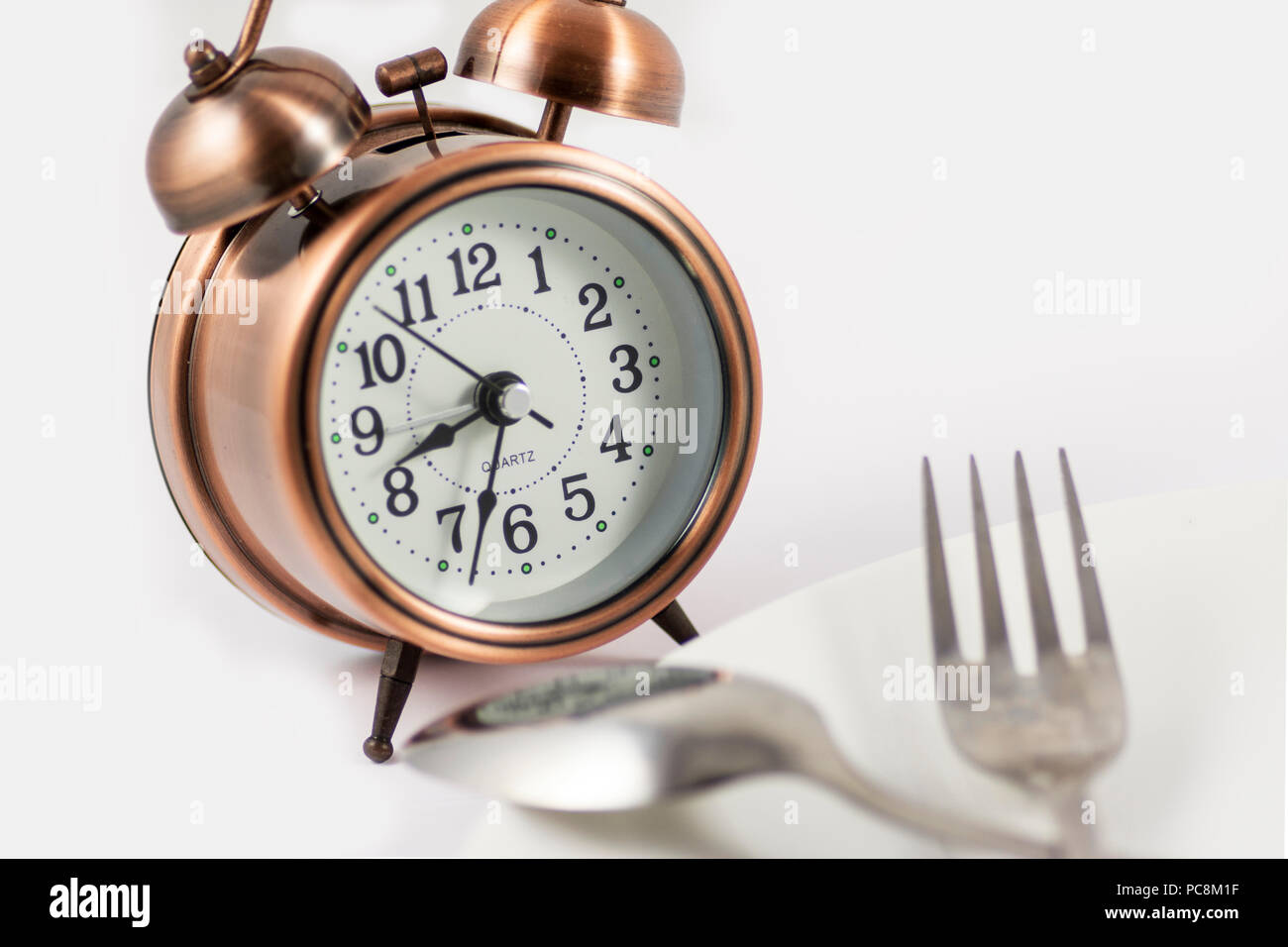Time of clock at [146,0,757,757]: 8:33
